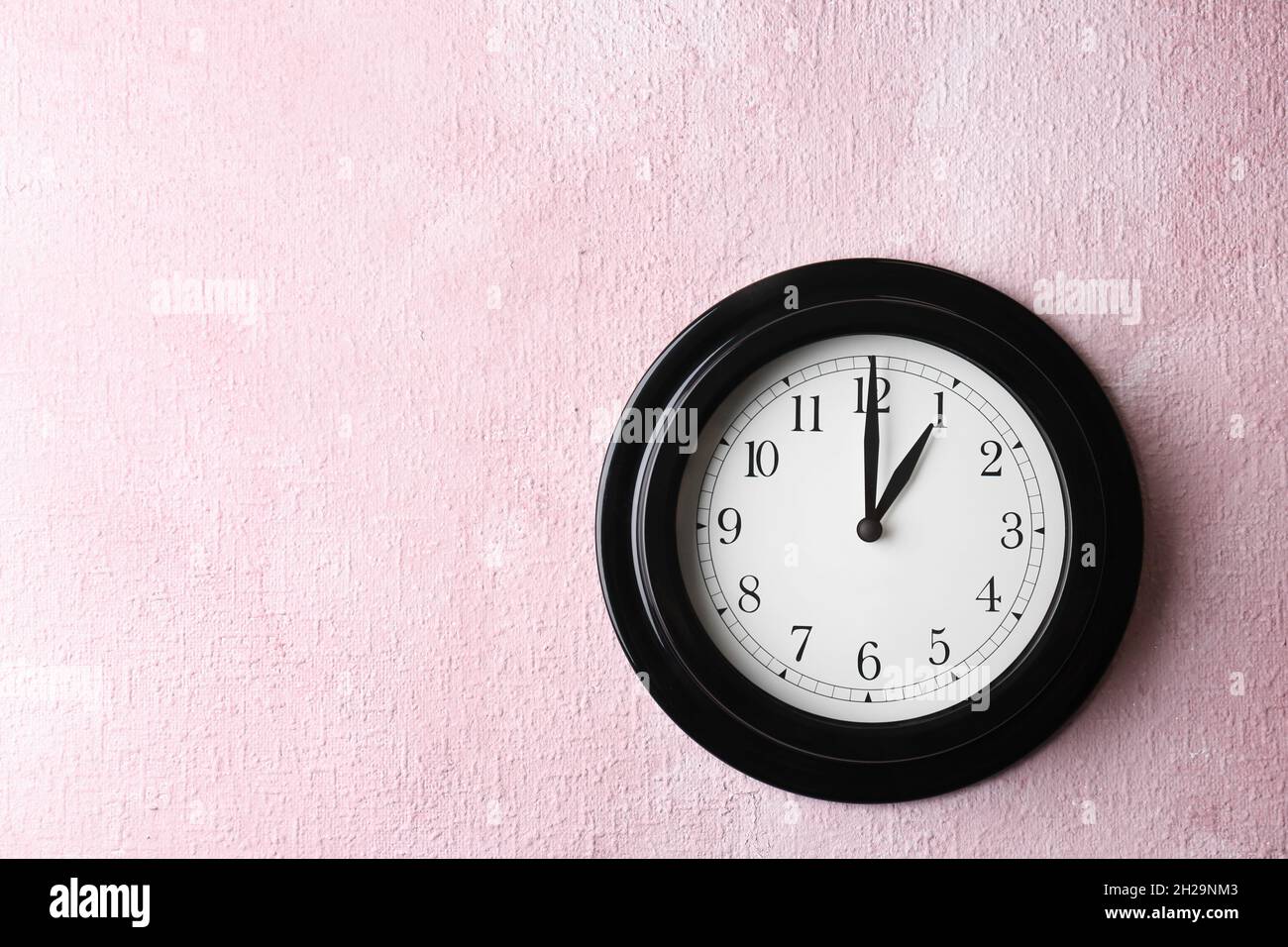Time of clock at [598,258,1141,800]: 1:00
